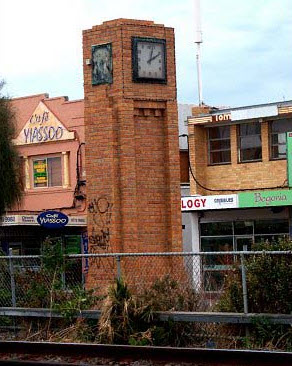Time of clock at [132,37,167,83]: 2:02
